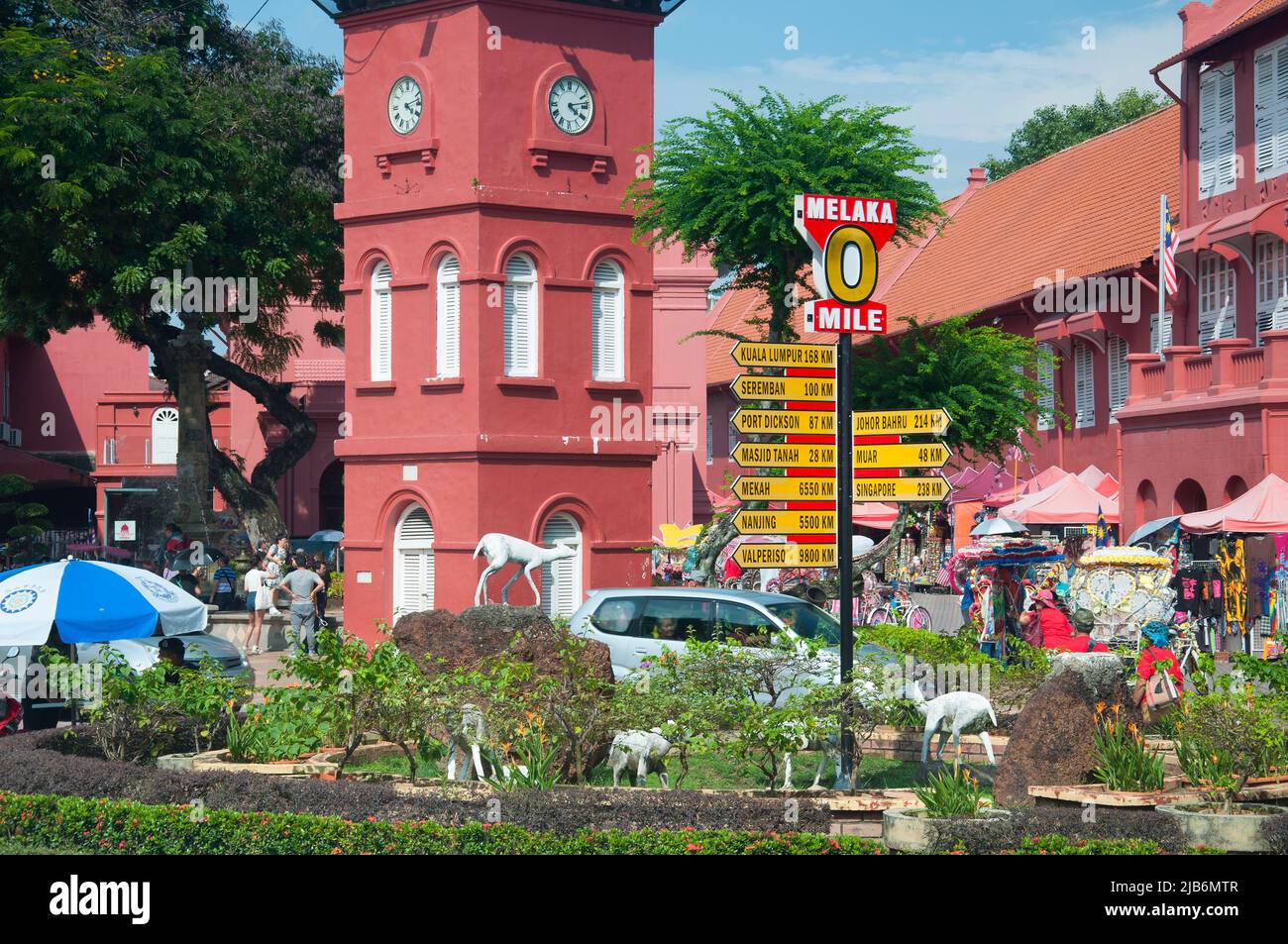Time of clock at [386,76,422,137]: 4:12
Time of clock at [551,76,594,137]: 4:13
